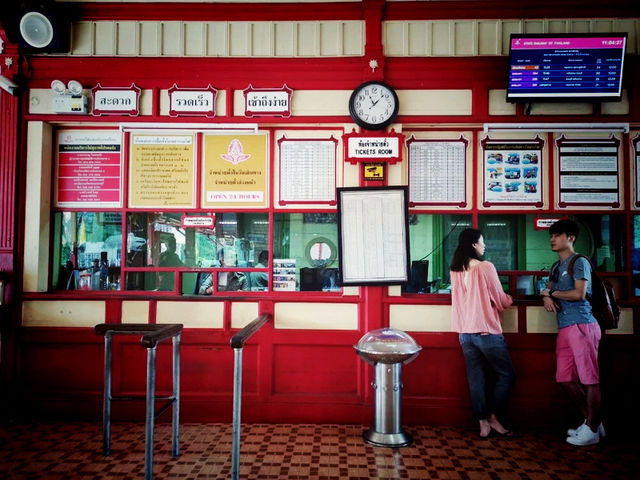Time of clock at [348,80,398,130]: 11:07
